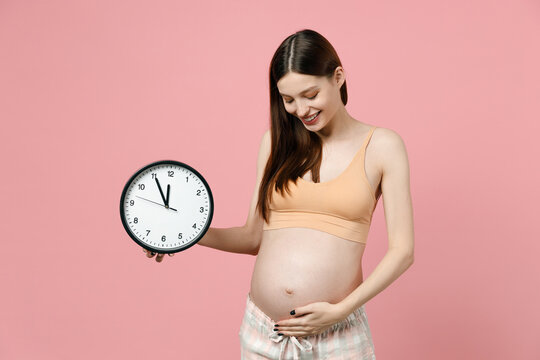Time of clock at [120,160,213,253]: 11:55
